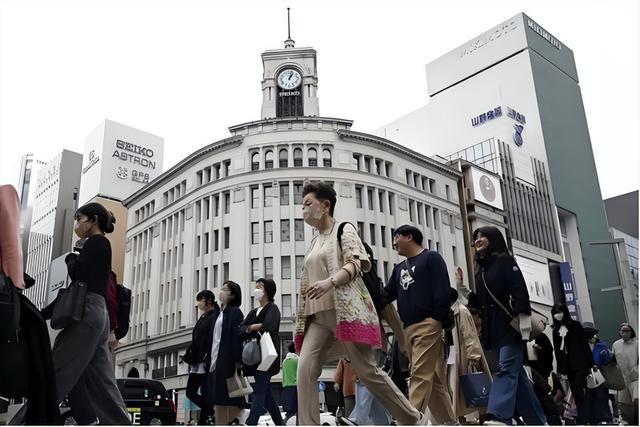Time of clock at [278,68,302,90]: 1:02
